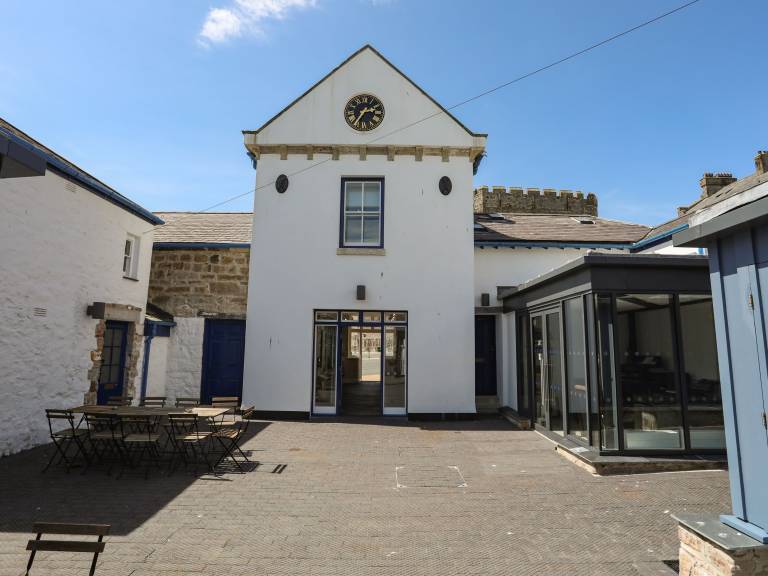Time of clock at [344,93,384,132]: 2:35
